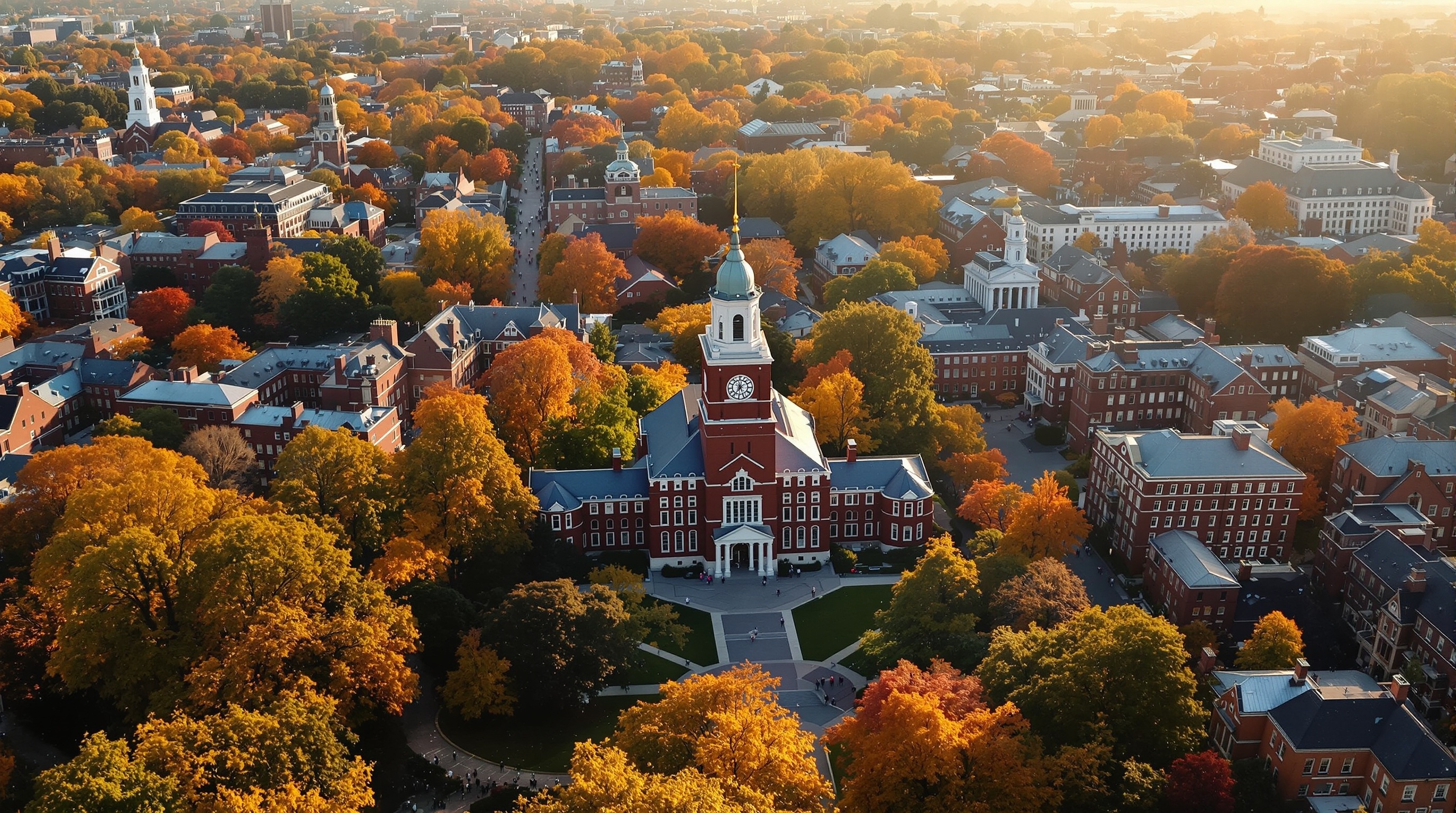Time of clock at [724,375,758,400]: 11:35
